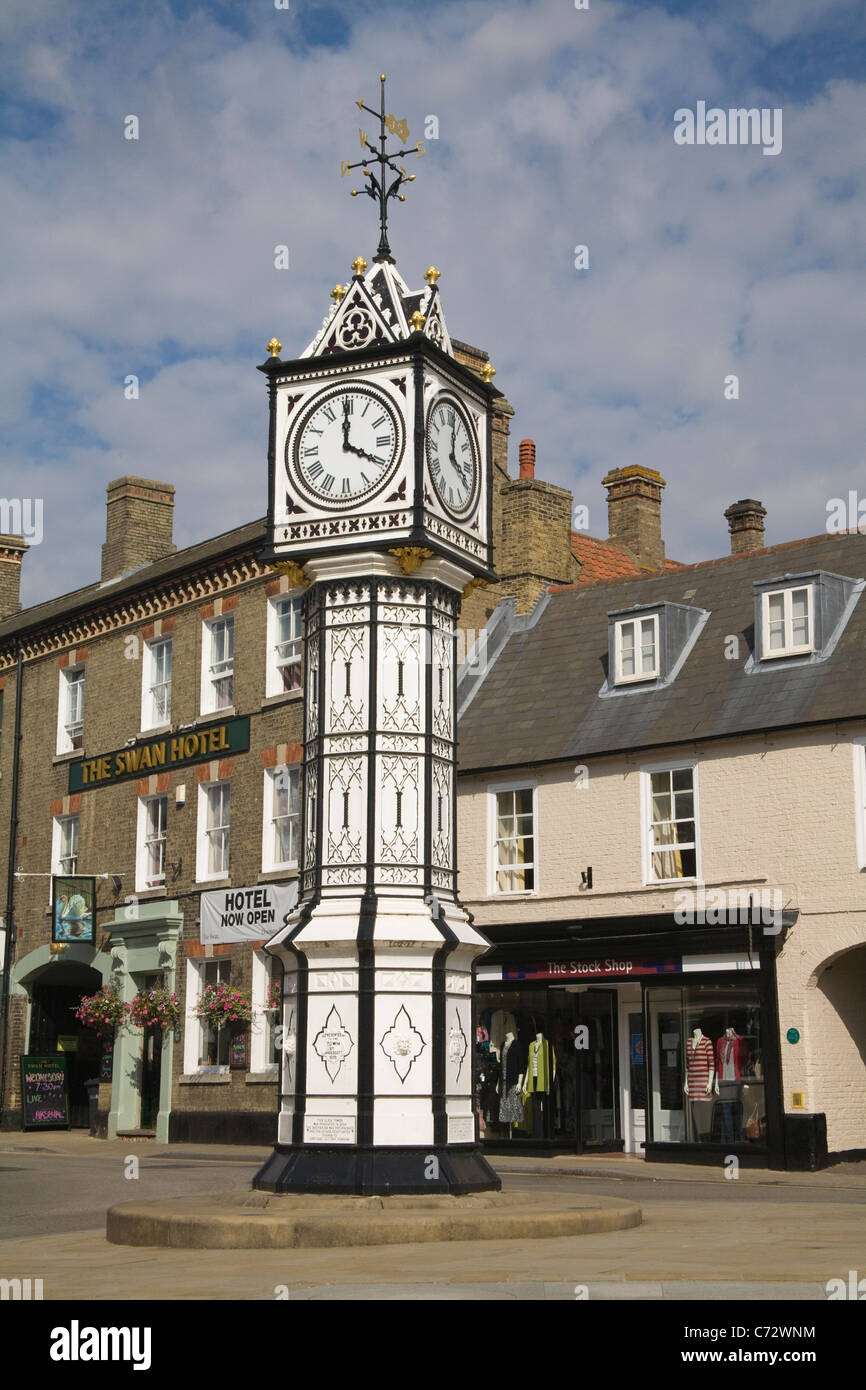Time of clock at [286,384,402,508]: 3:59
